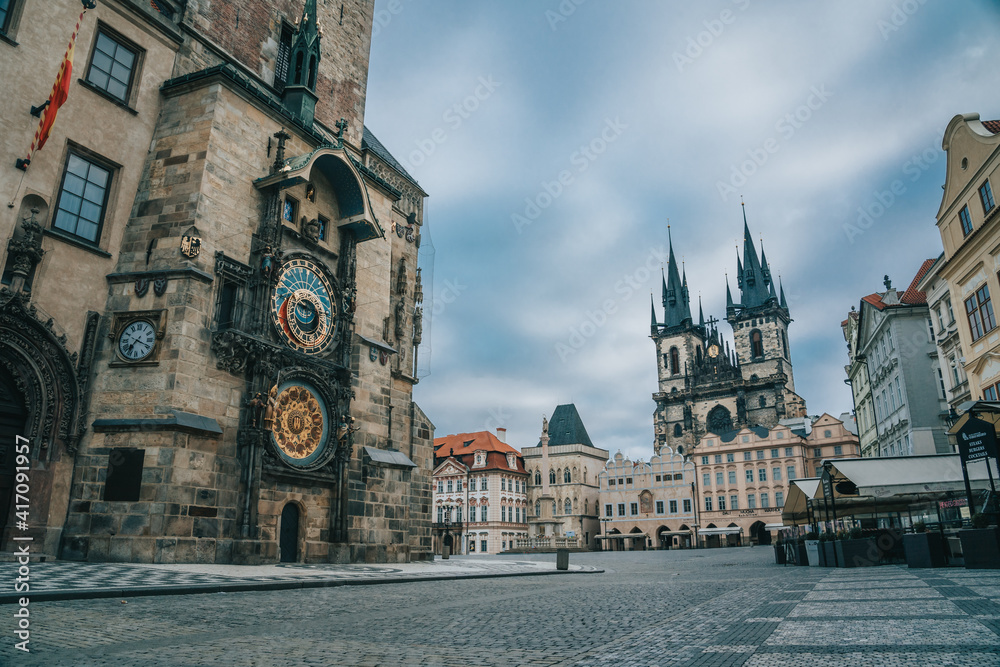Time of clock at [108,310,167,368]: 7:18
